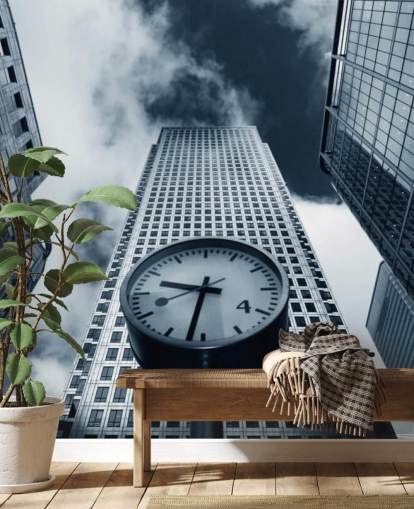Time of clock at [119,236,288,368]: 9:32
